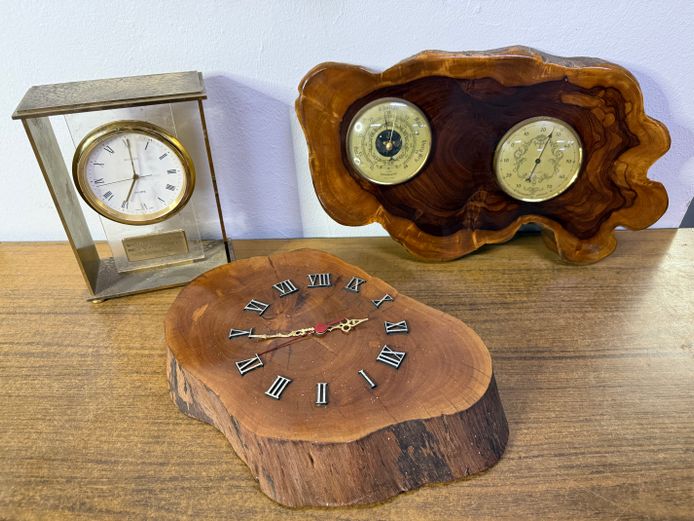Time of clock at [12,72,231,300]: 7:00
